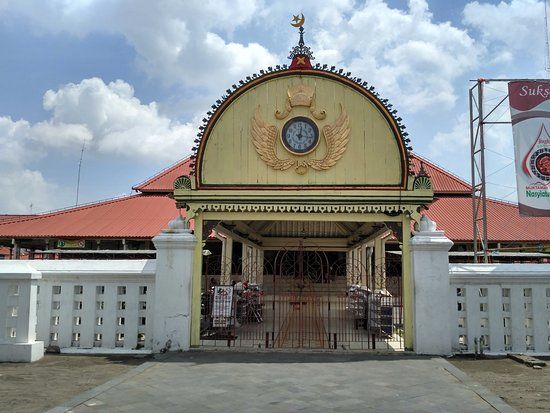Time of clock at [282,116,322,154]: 12:16
